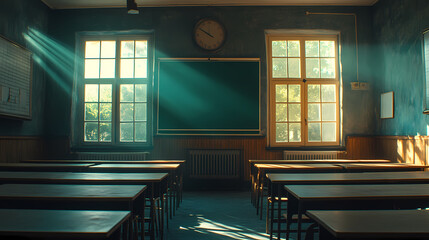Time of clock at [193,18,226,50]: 9:50
